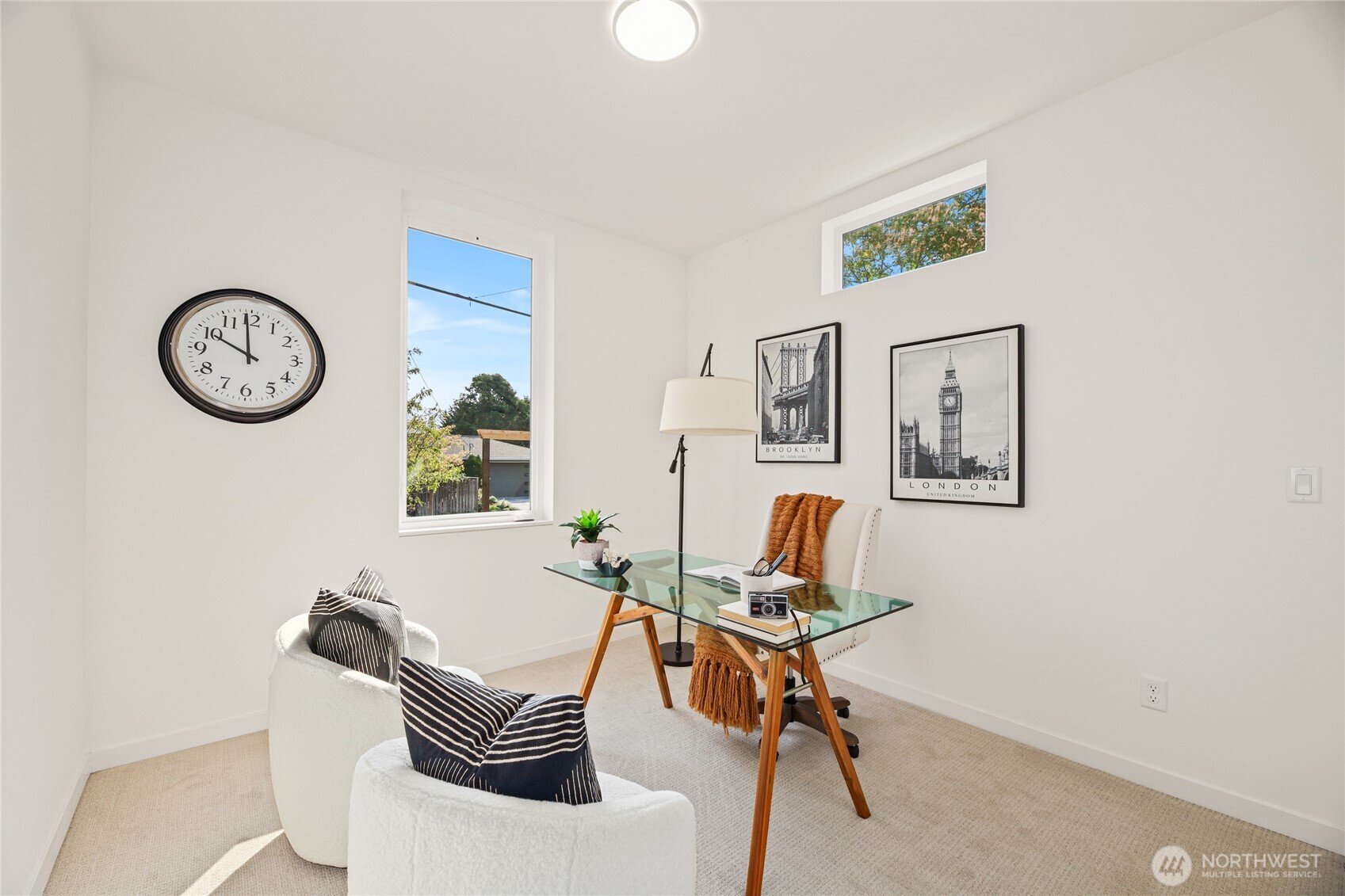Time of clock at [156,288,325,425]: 9:59
